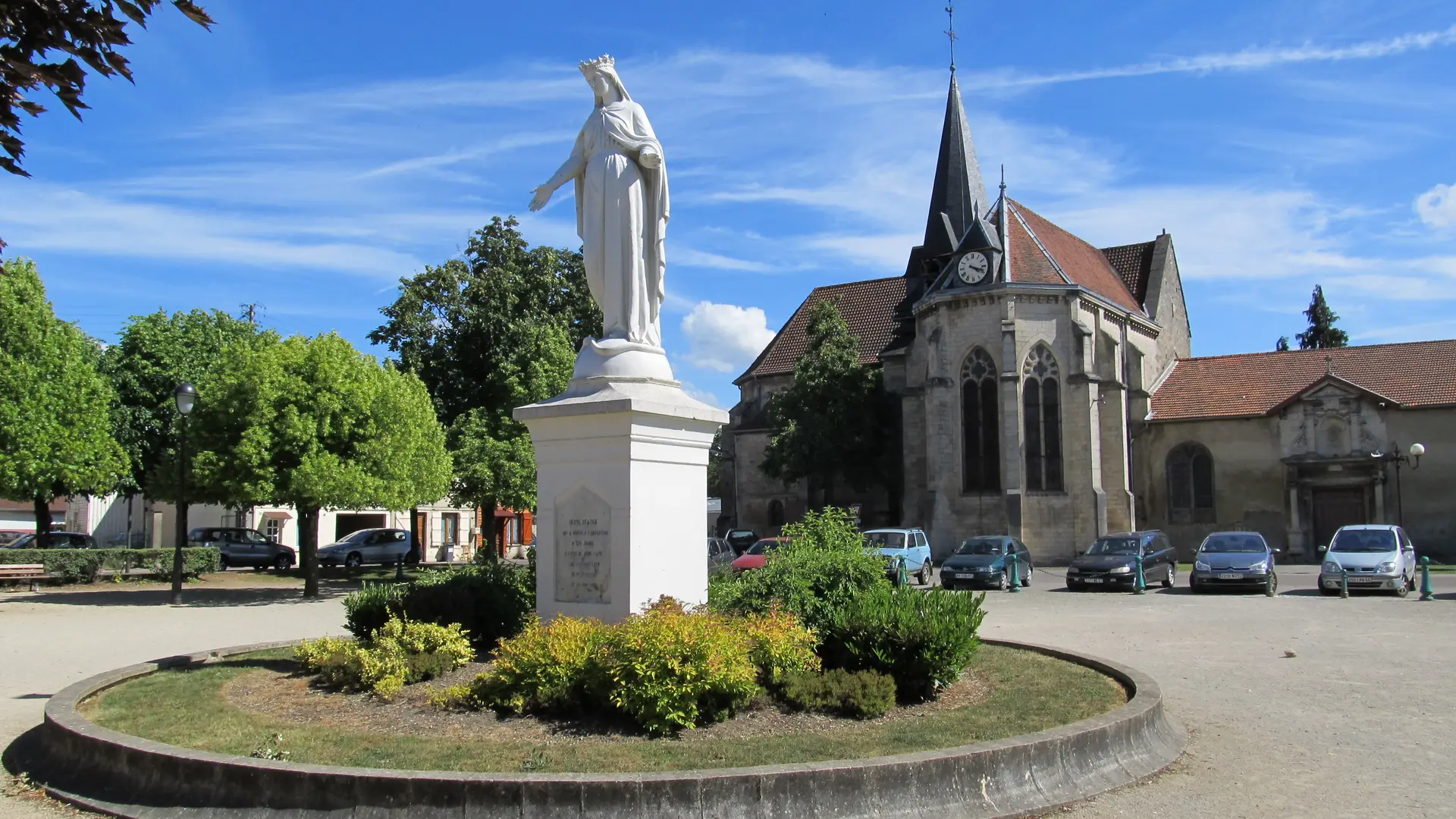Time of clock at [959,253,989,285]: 4:18
